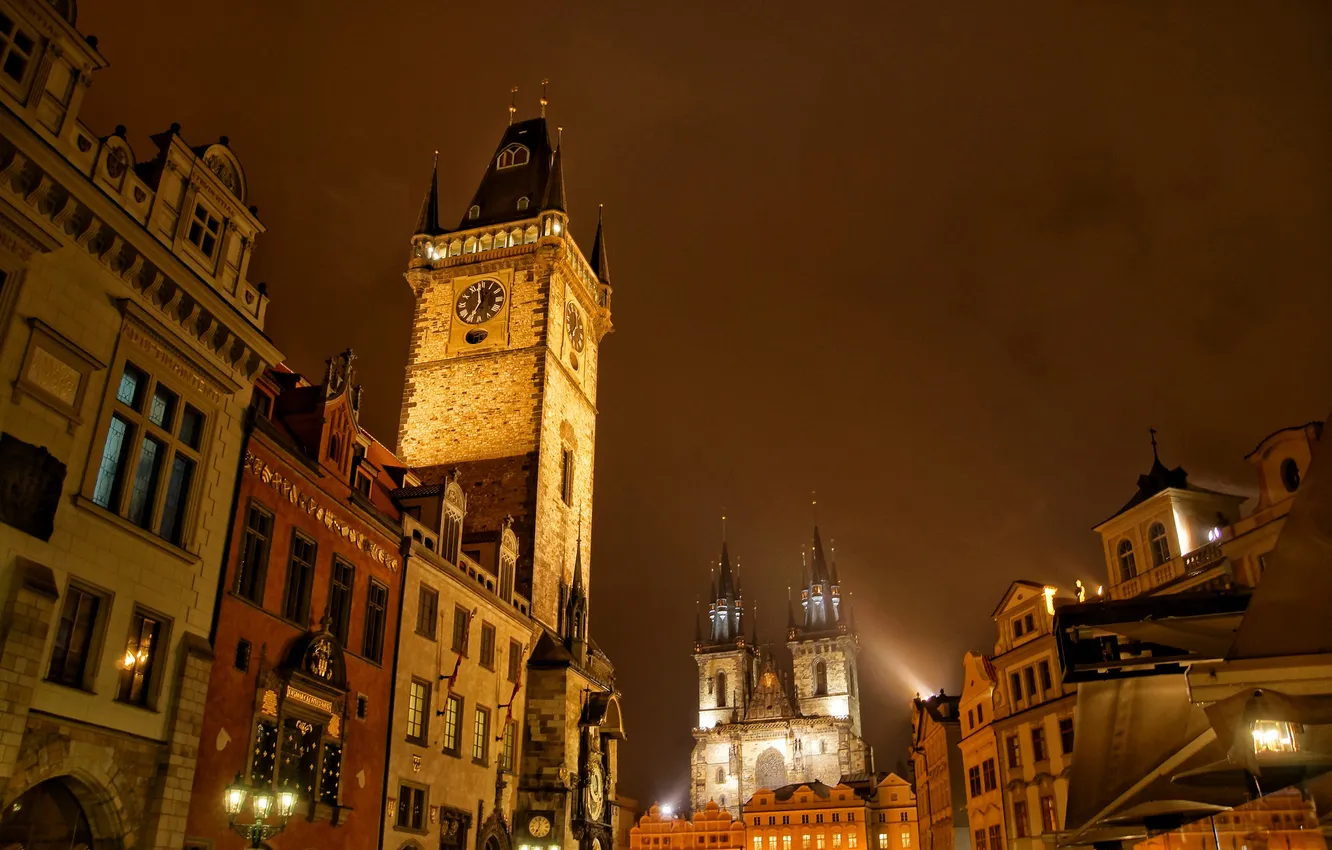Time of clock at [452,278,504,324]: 6:58
